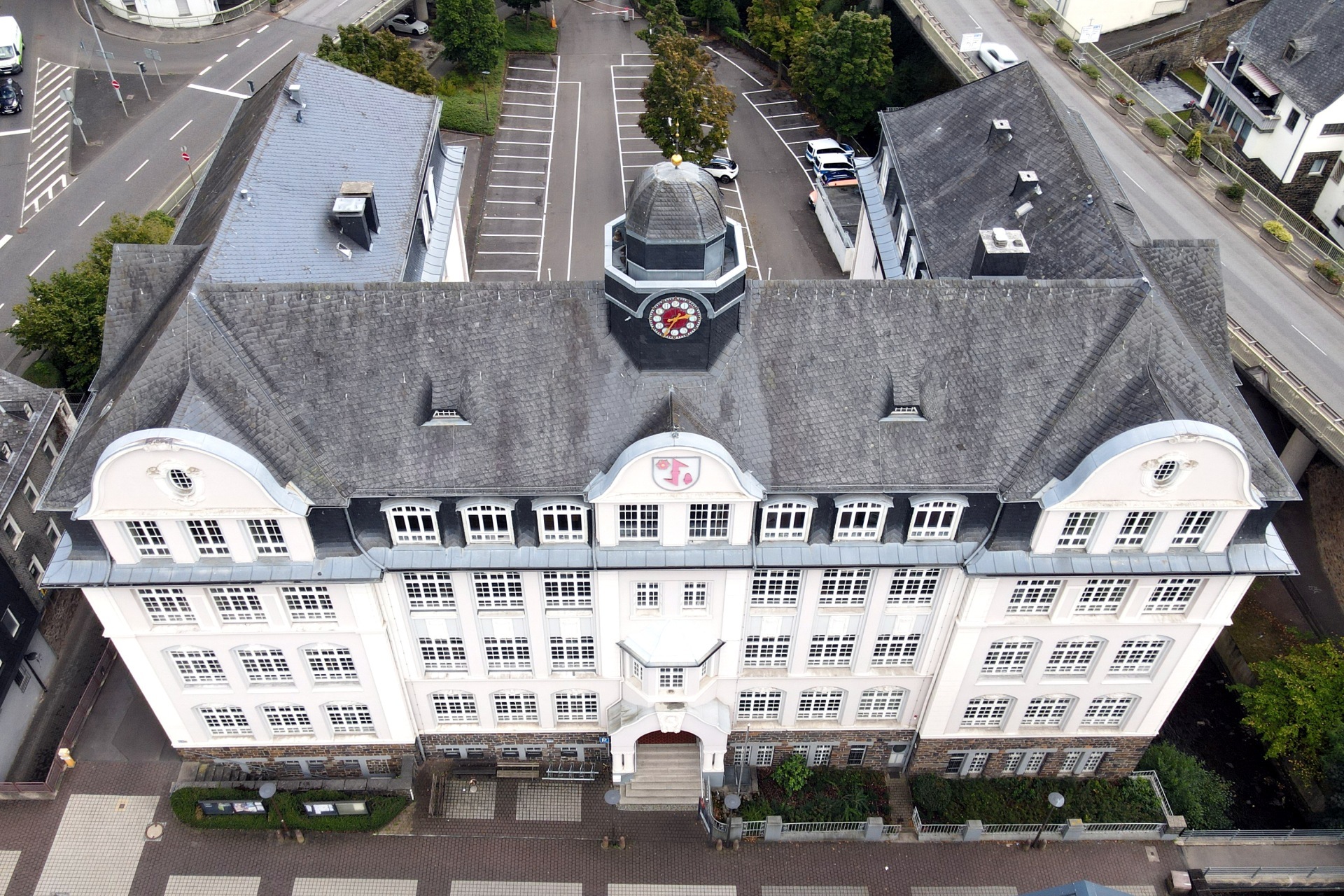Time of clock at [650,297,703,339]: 2:34
